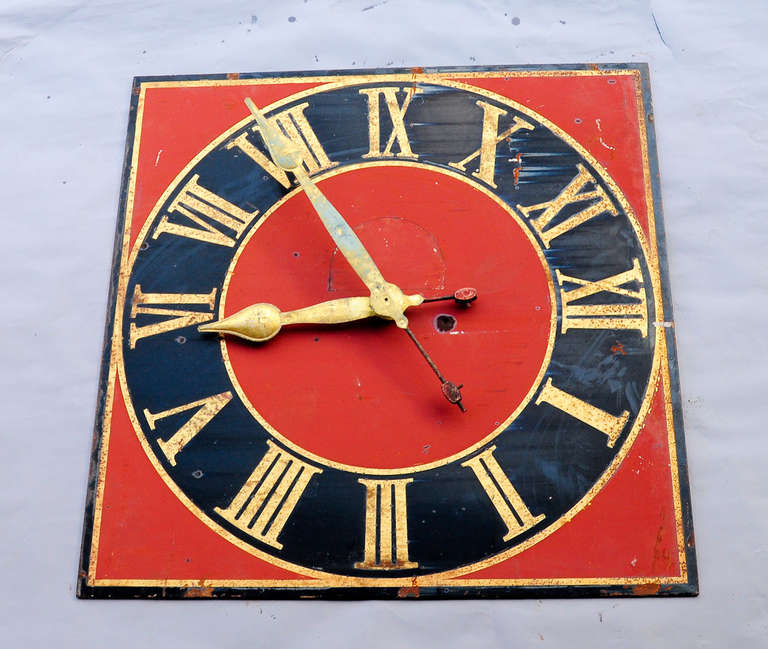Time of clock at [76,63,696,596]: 8:54
